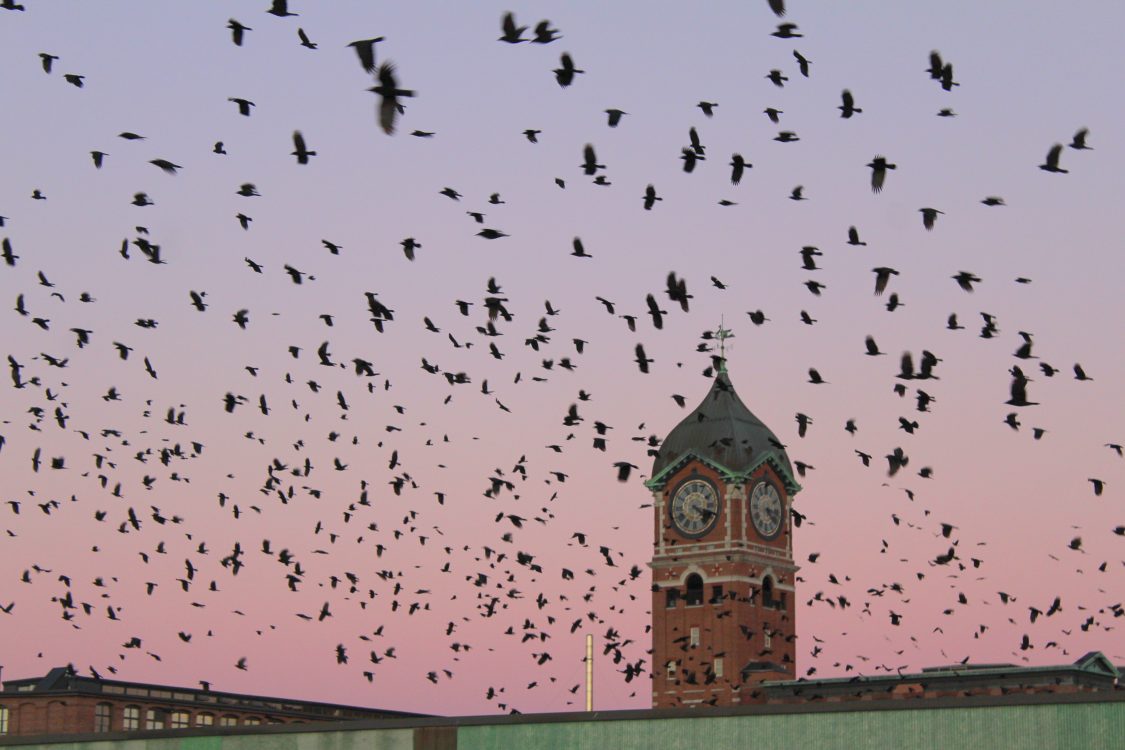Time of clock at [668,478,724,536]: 4:17
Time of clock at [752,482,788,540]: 4:16
